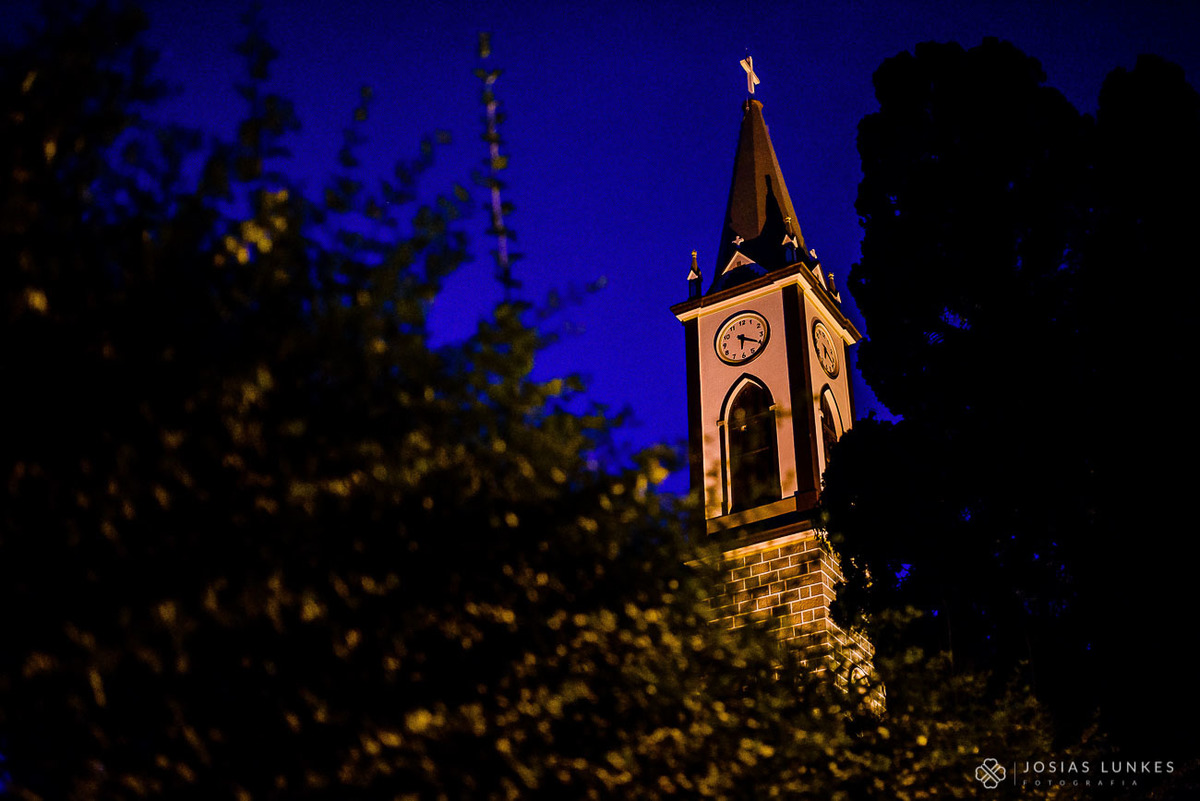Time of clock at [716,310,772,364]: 6:19
